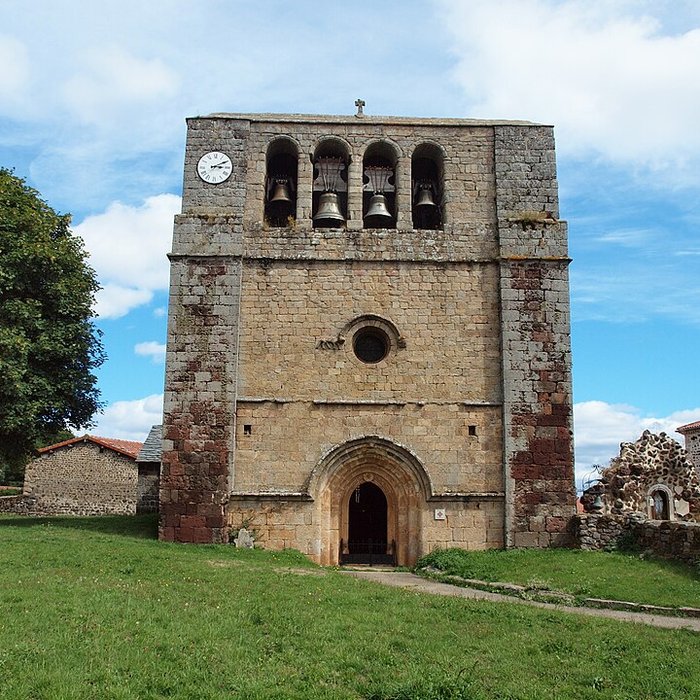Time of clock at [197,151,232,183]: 3:10
